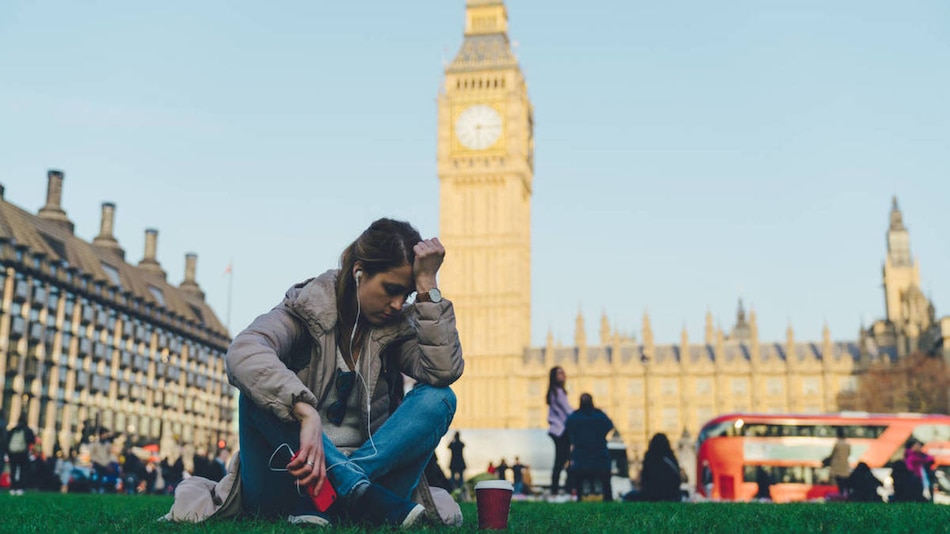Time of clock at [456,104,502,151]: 6:14
